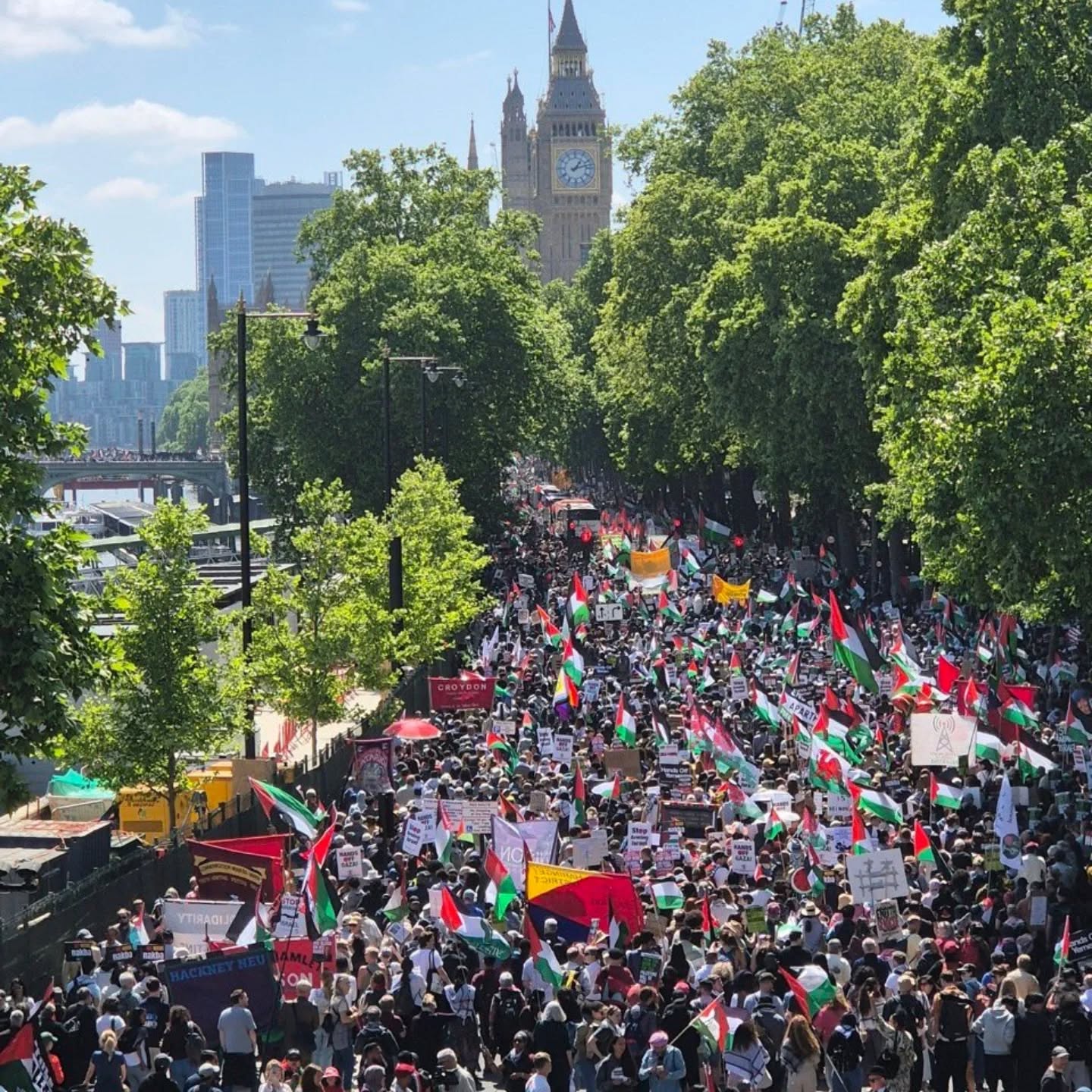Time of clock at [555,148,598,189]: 1:12
